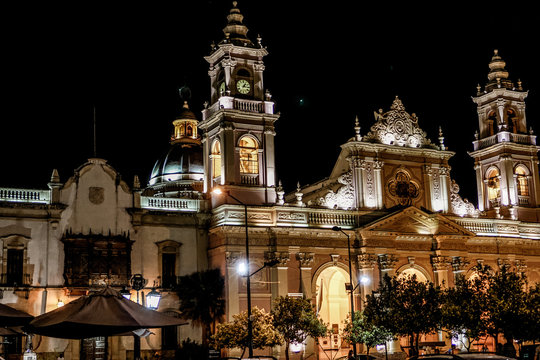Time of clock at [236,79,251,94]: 1:16
